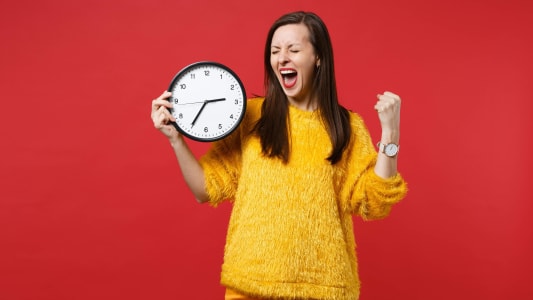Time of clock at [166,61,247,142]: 2:35
